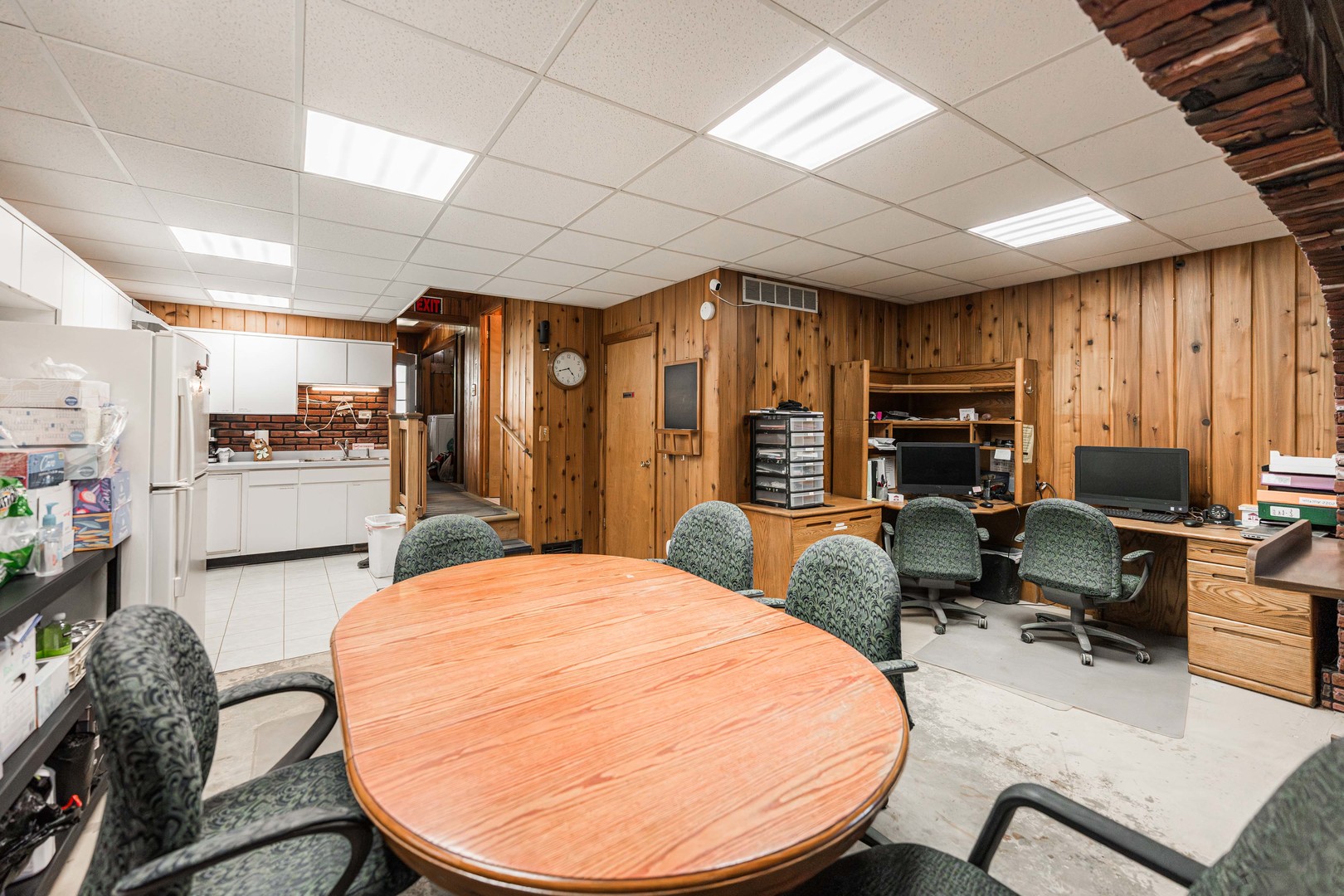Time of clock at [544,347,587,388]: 4:42
